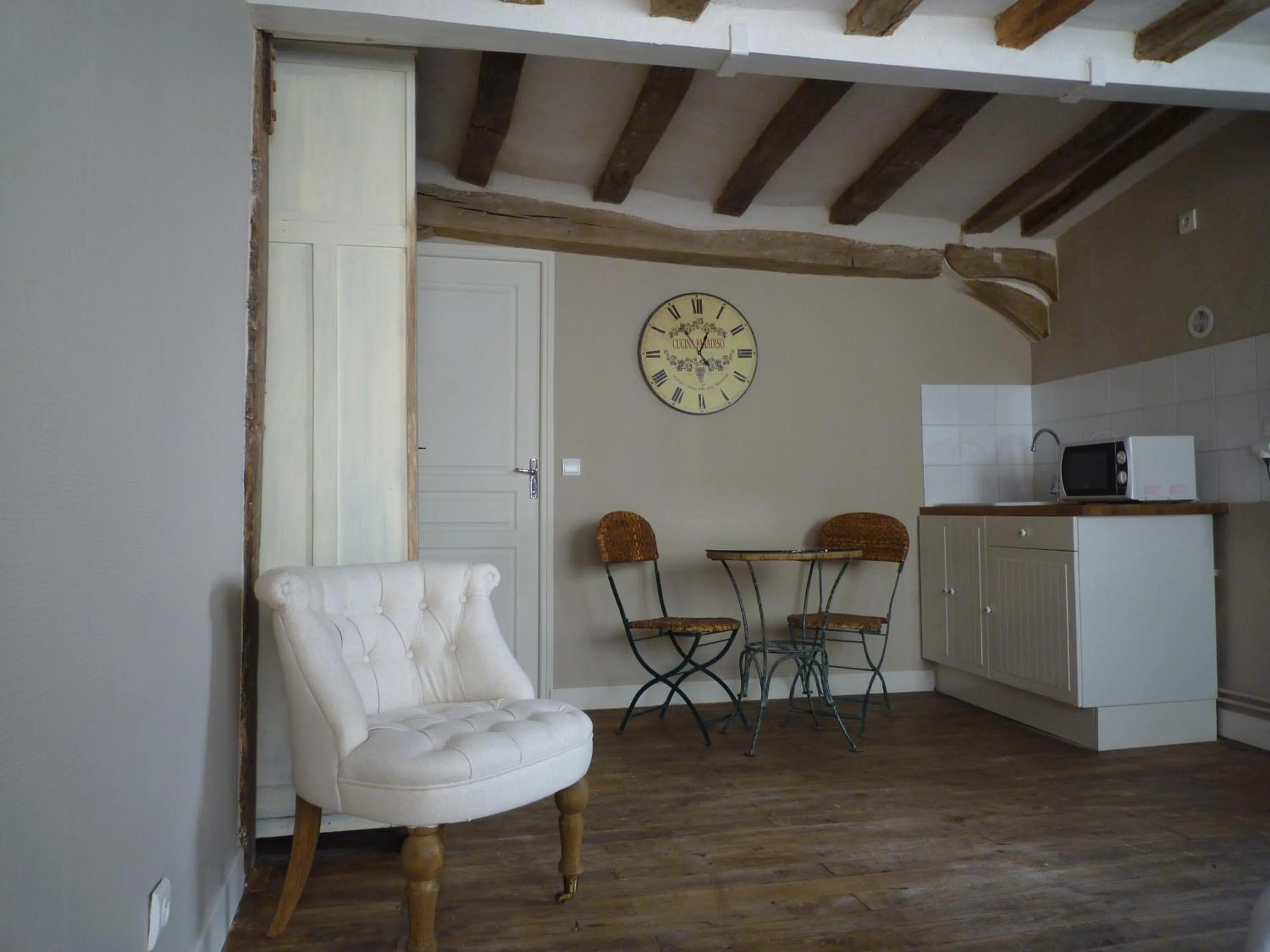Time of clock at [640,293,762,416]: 12:54
